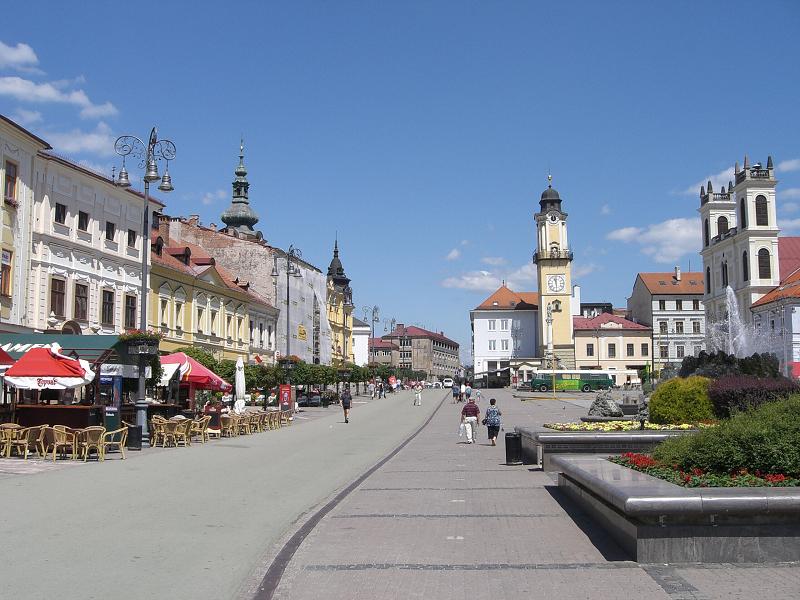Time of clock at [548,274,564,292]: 11:29
